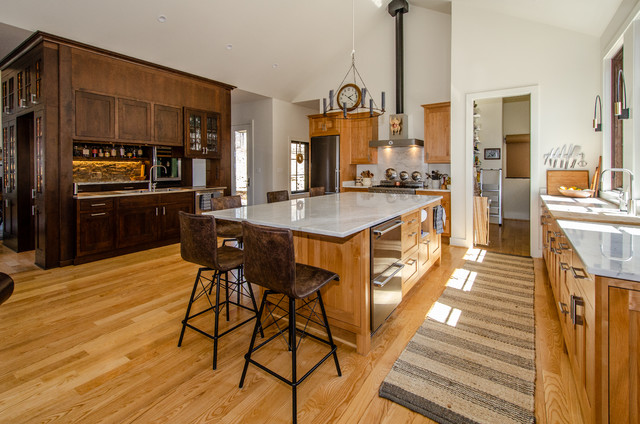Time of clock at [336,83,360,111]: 2:21
